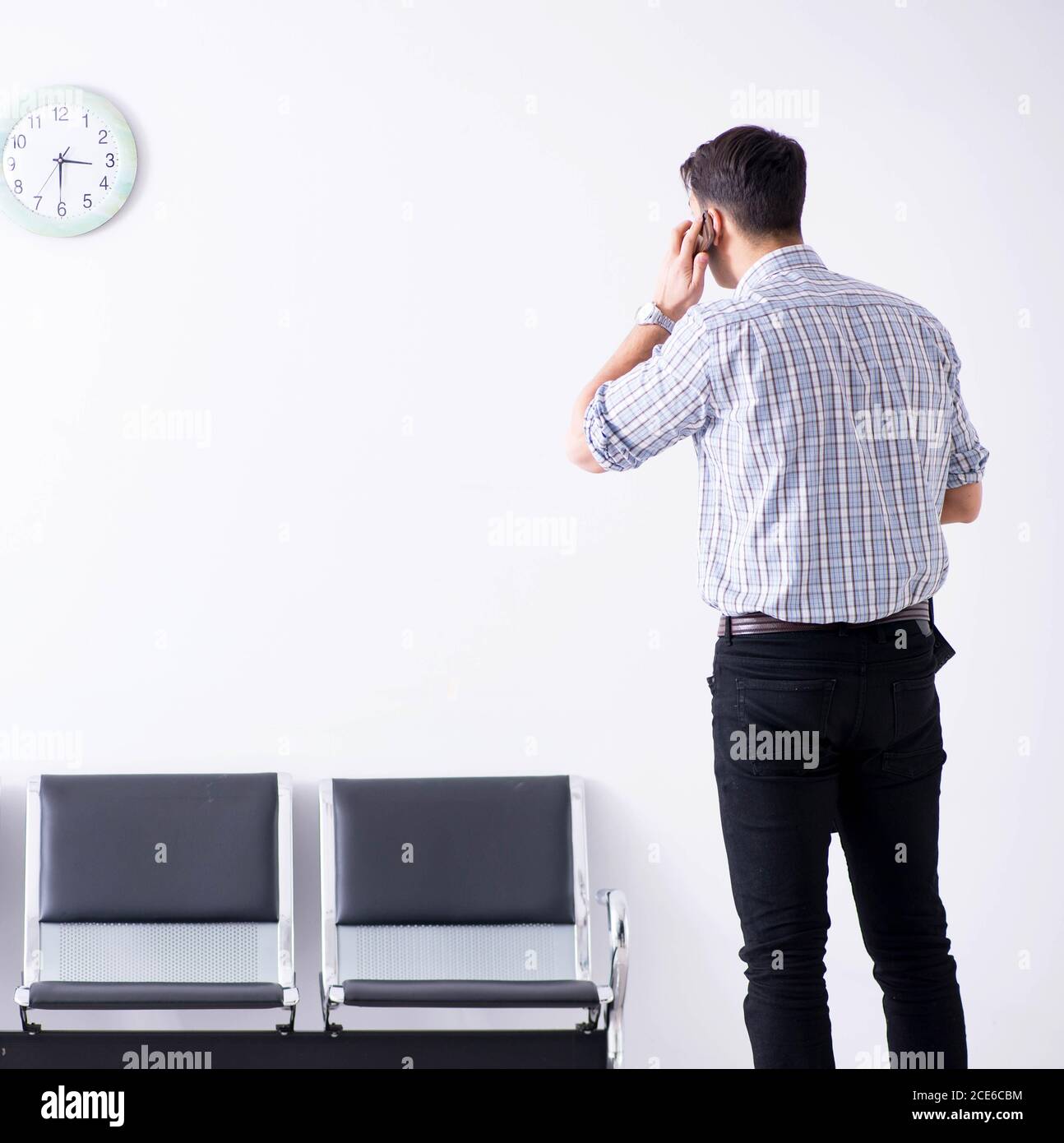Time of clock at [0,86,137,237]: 3:30
